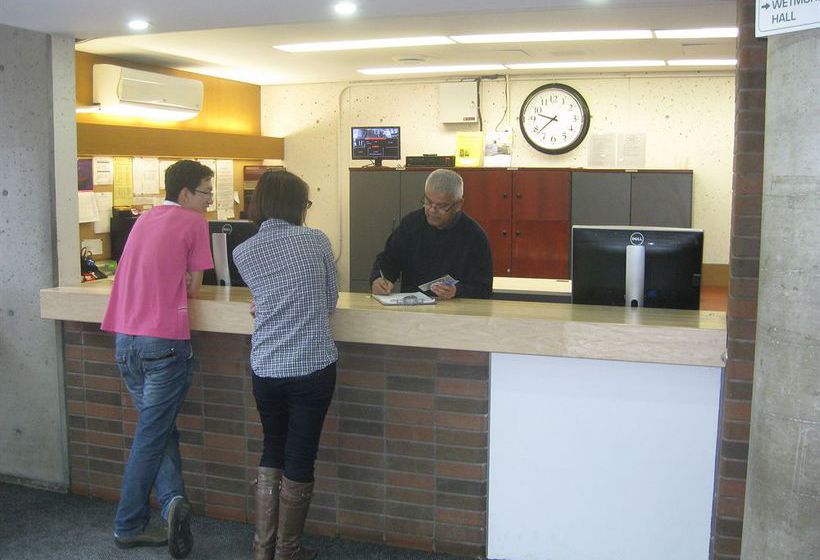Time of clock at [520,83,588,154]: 9:38
